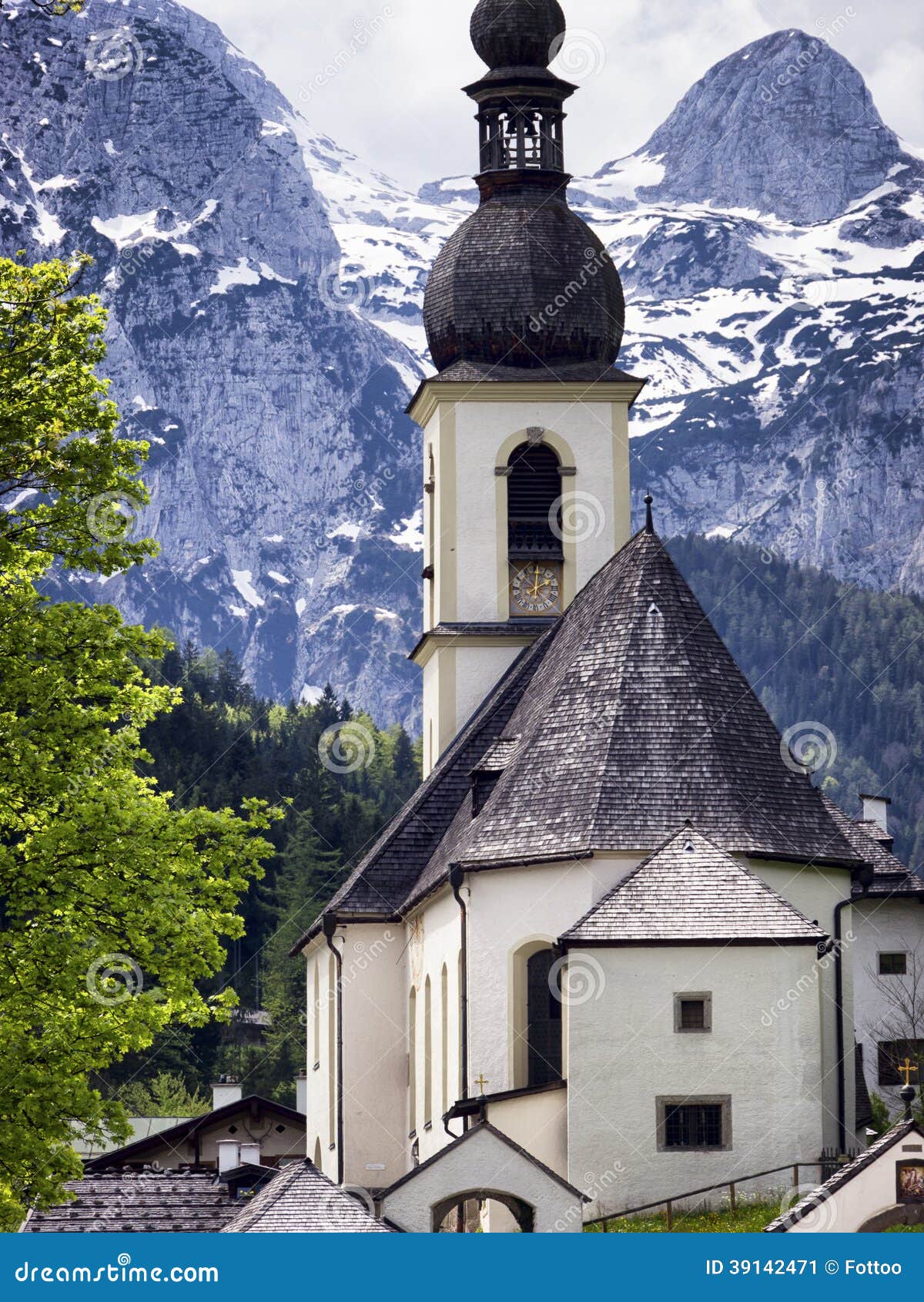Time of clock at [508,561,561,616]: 2:00
